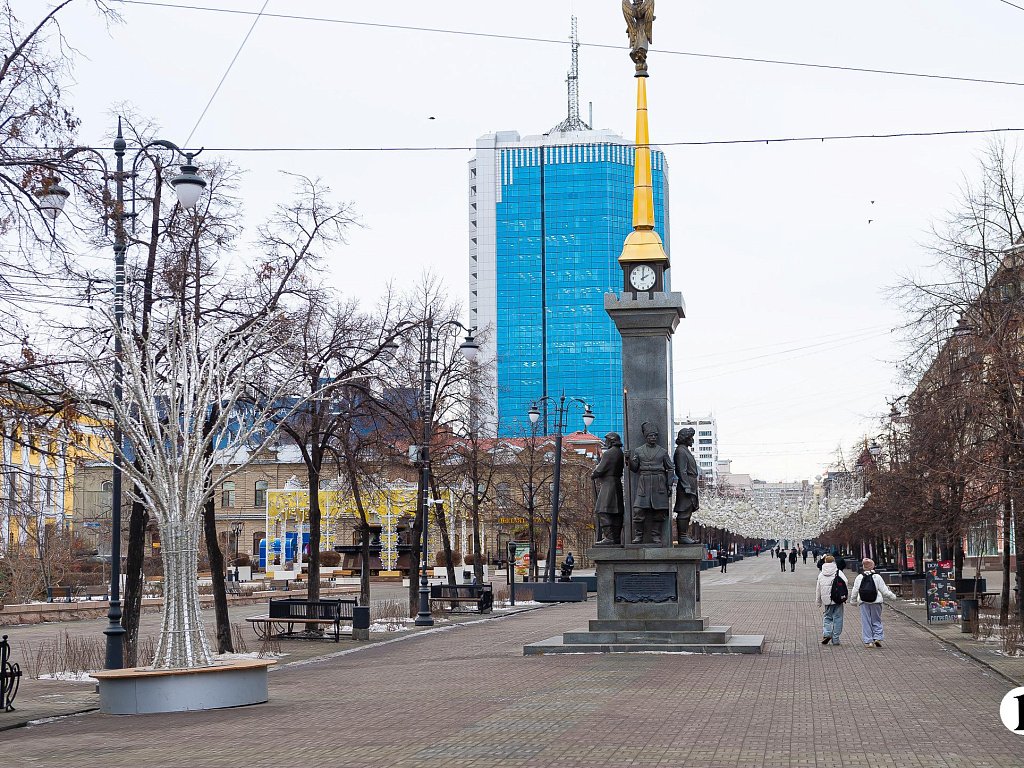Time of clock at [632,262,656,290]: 2:00
